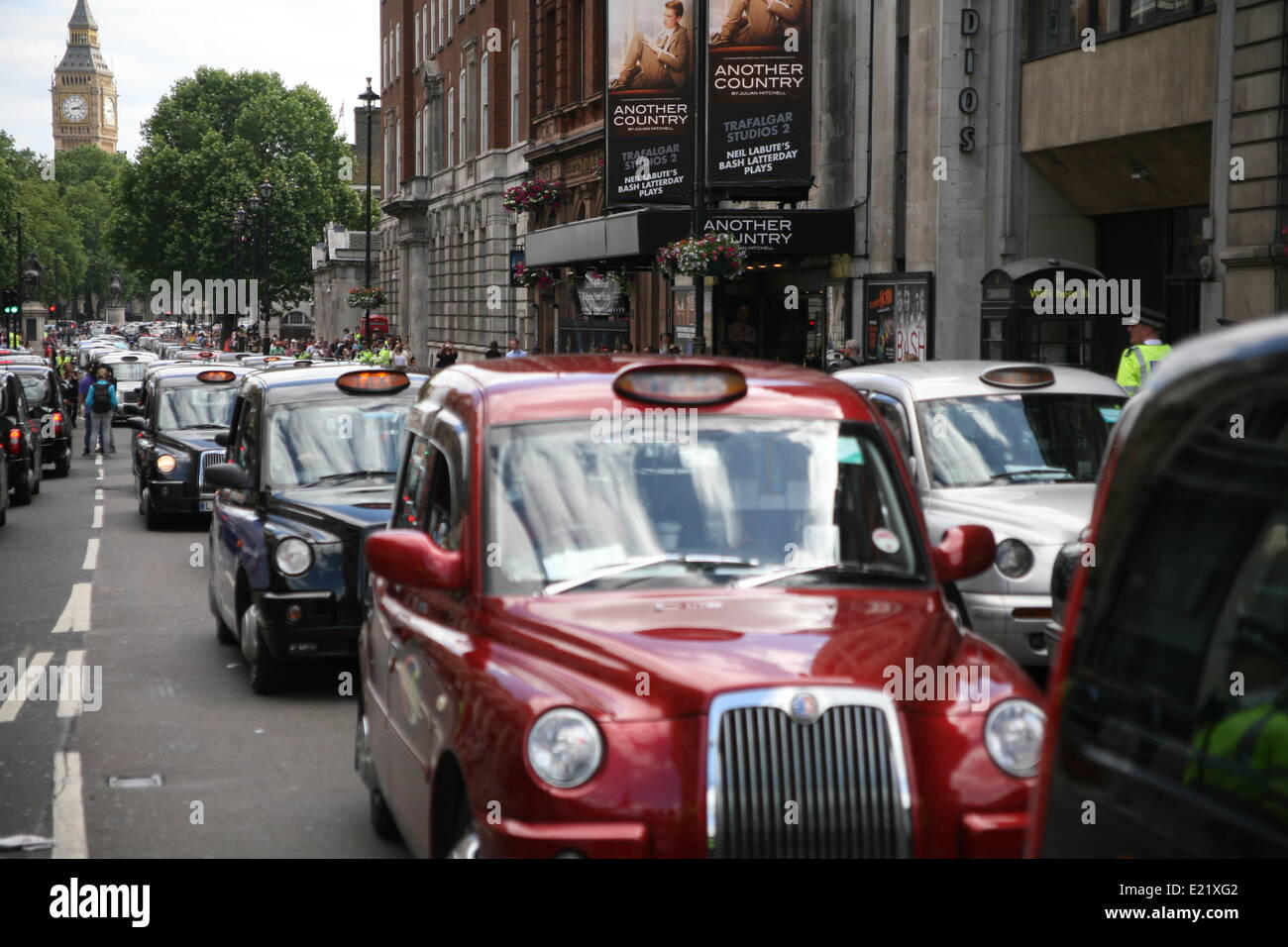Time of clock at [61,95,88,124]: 3:12
